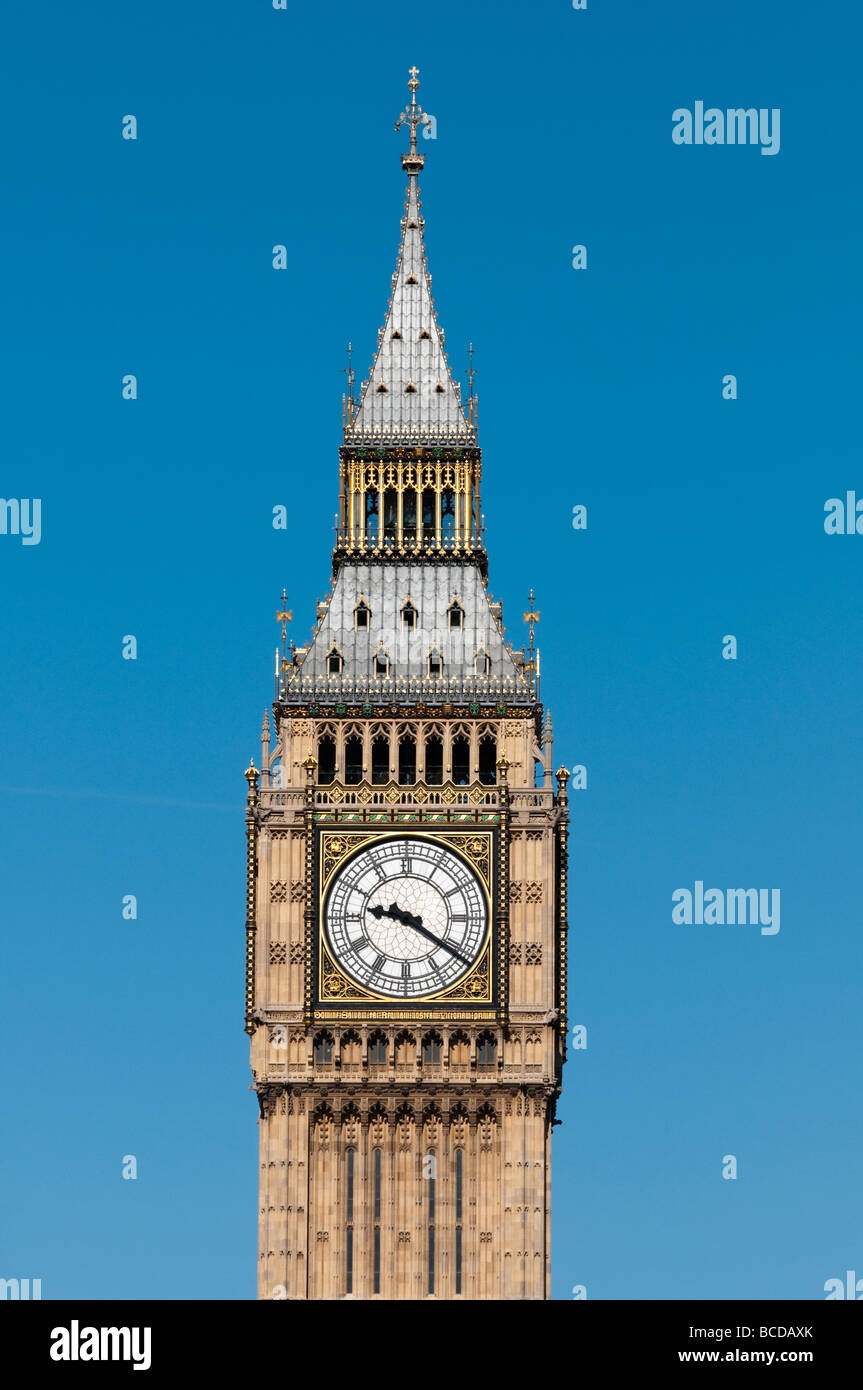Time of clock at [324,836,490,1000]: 9:21
